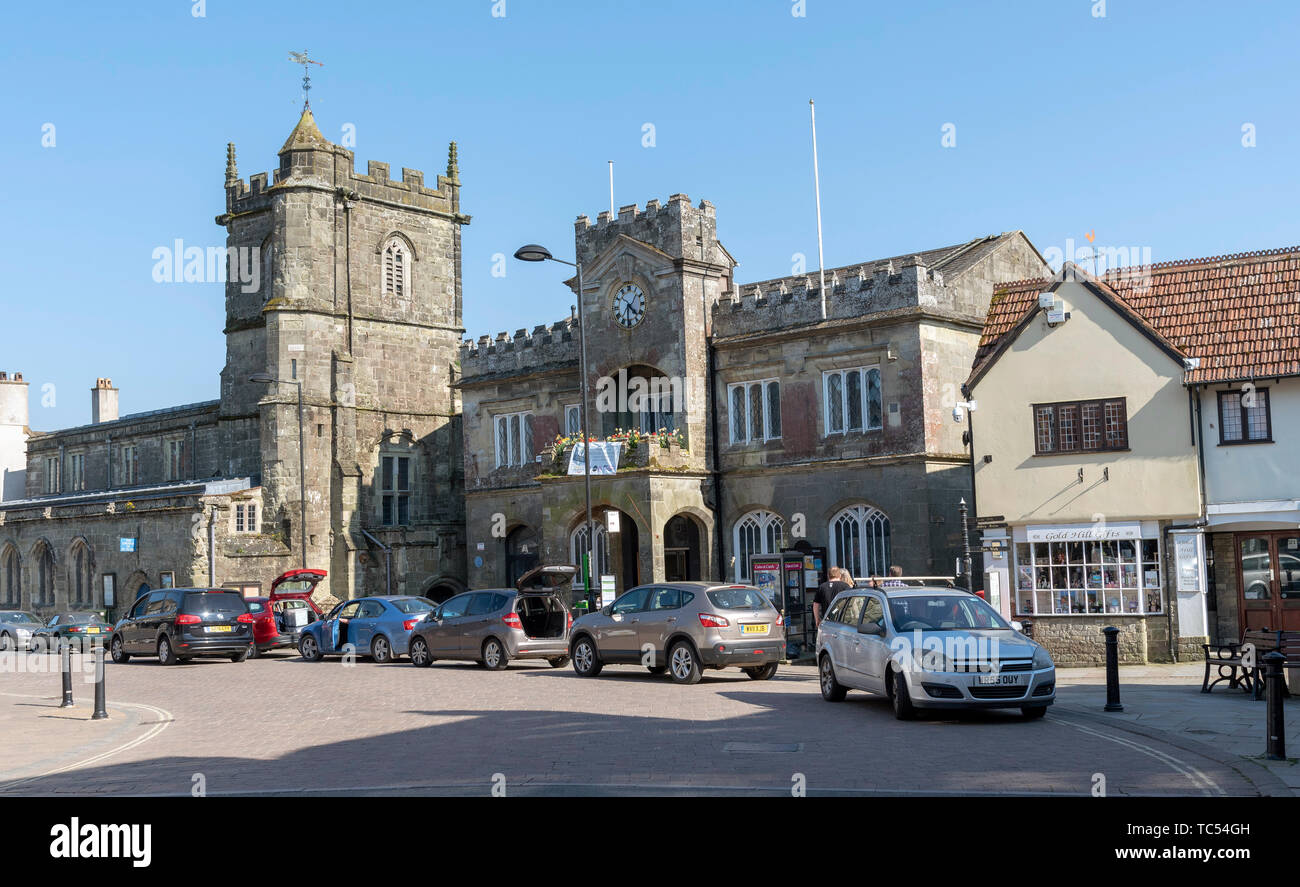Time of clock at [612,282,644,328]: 4:31
